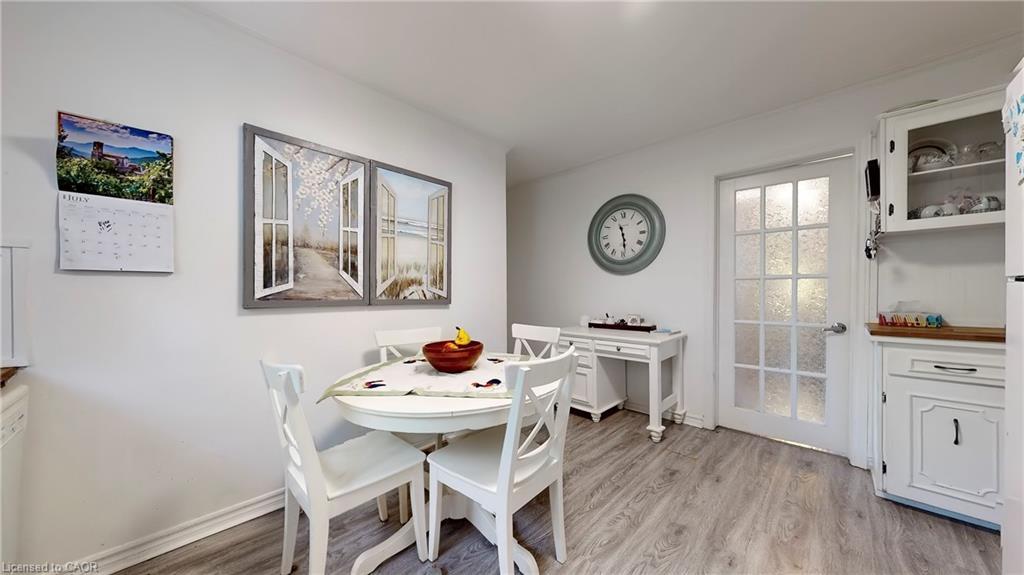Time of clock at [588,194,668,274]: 11:28
